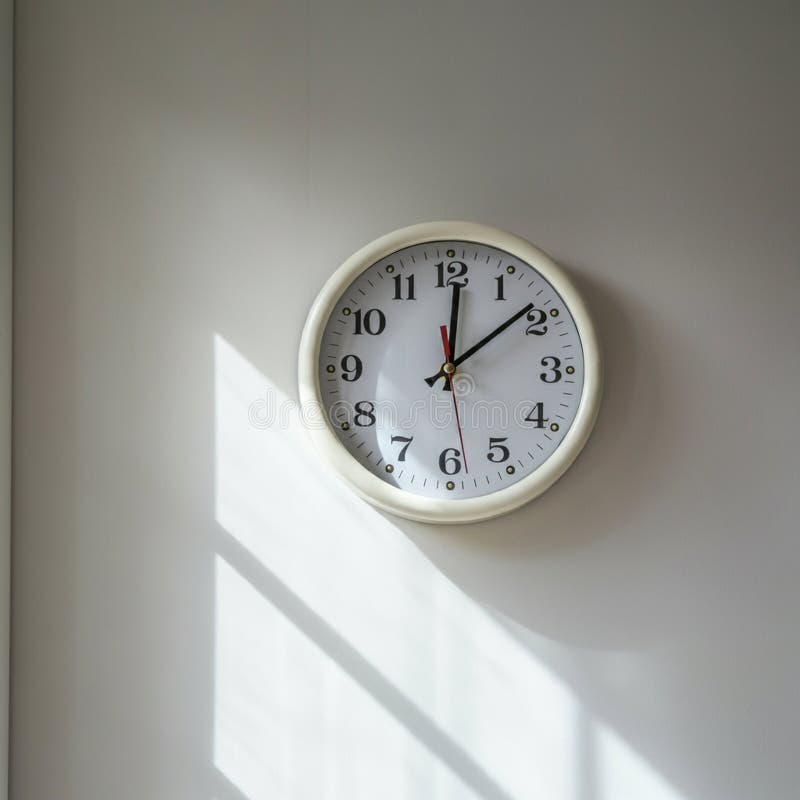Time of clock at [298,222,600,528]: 12:08
